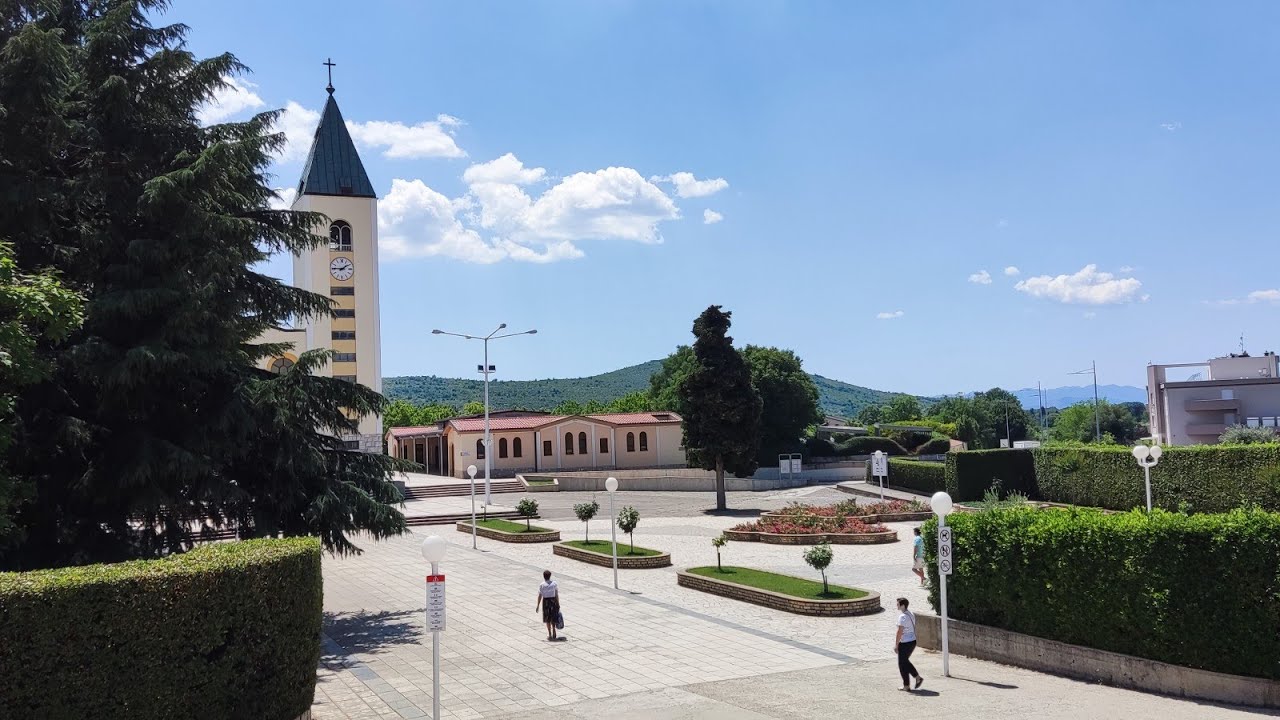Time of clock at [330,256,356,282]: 1:45
